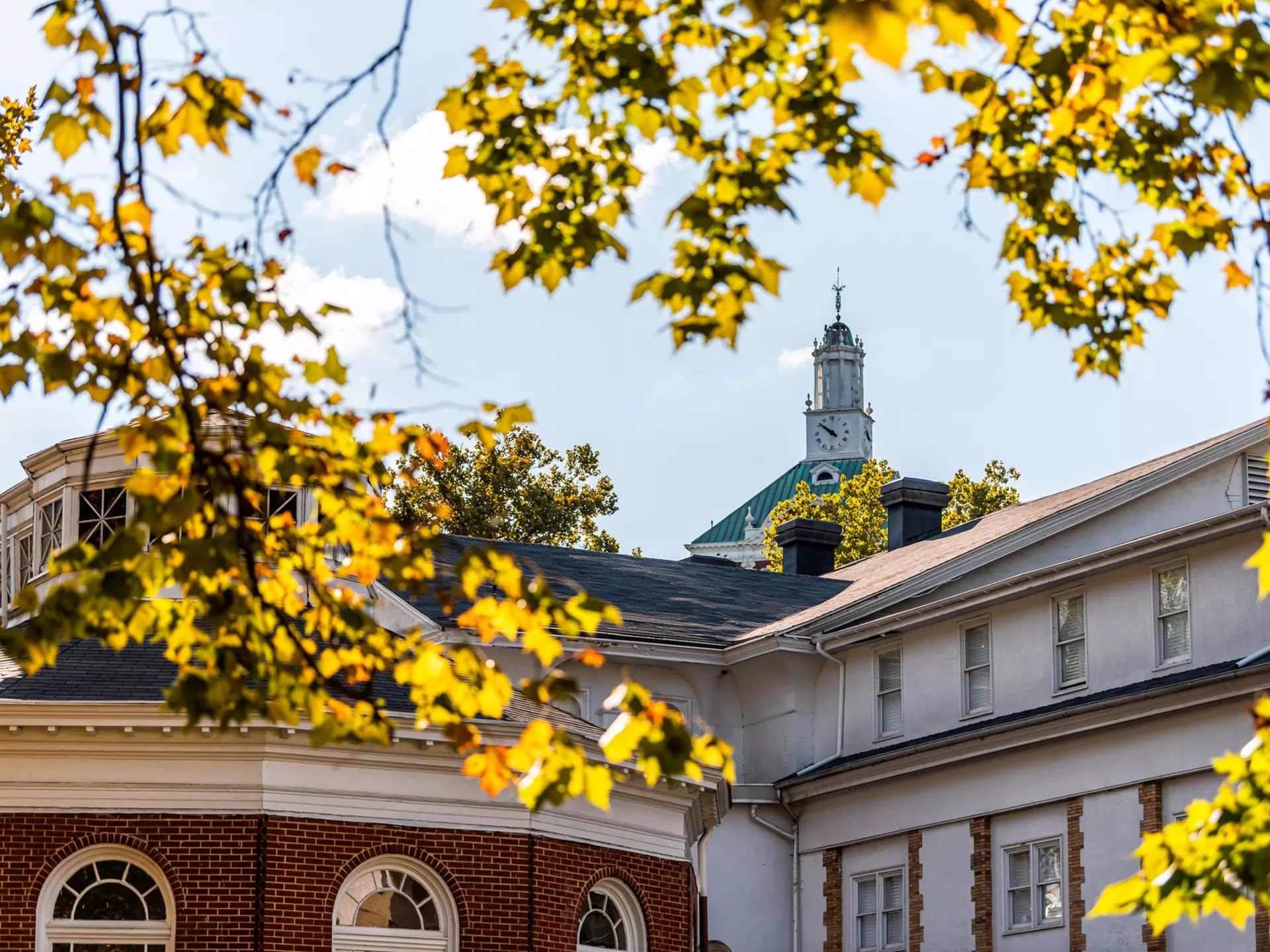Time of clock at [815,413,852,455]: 9:51
